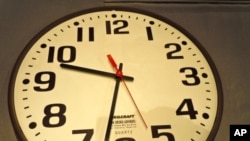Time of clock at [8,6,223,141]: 9:32
